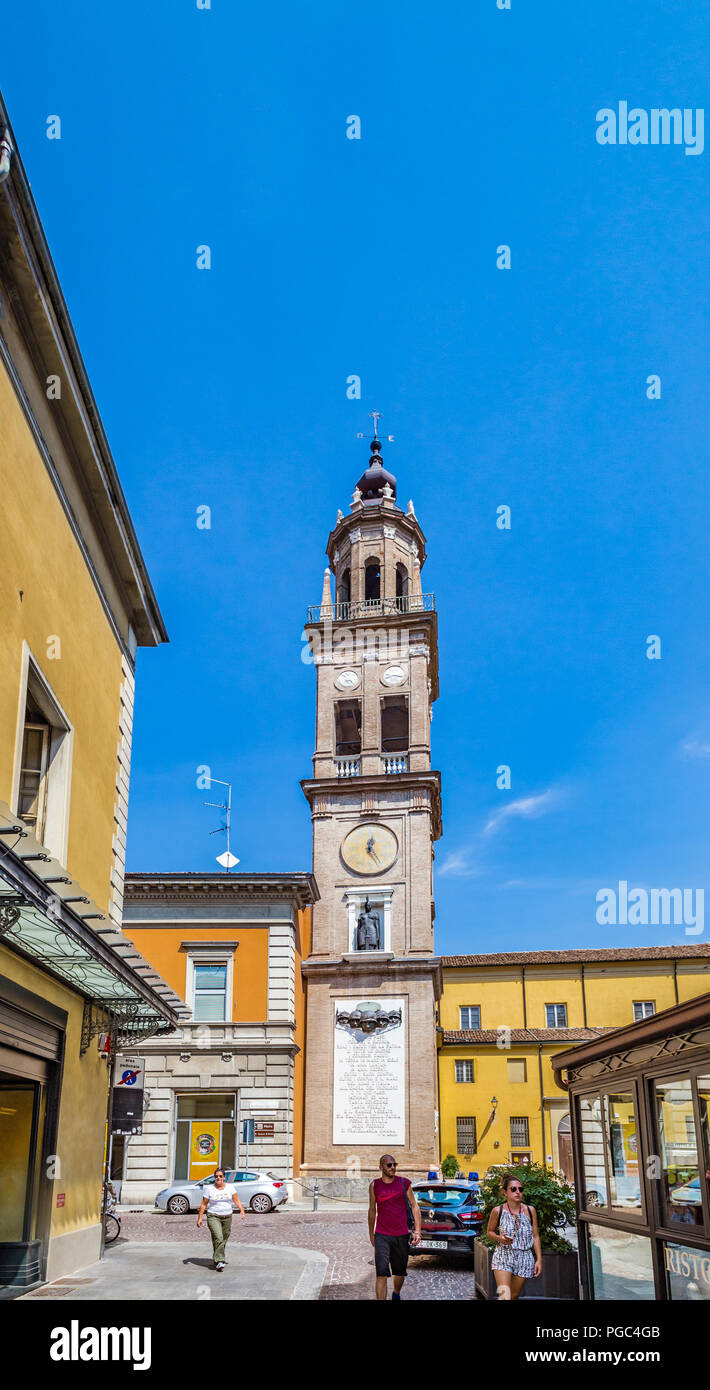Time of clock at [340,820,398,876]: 12:24
